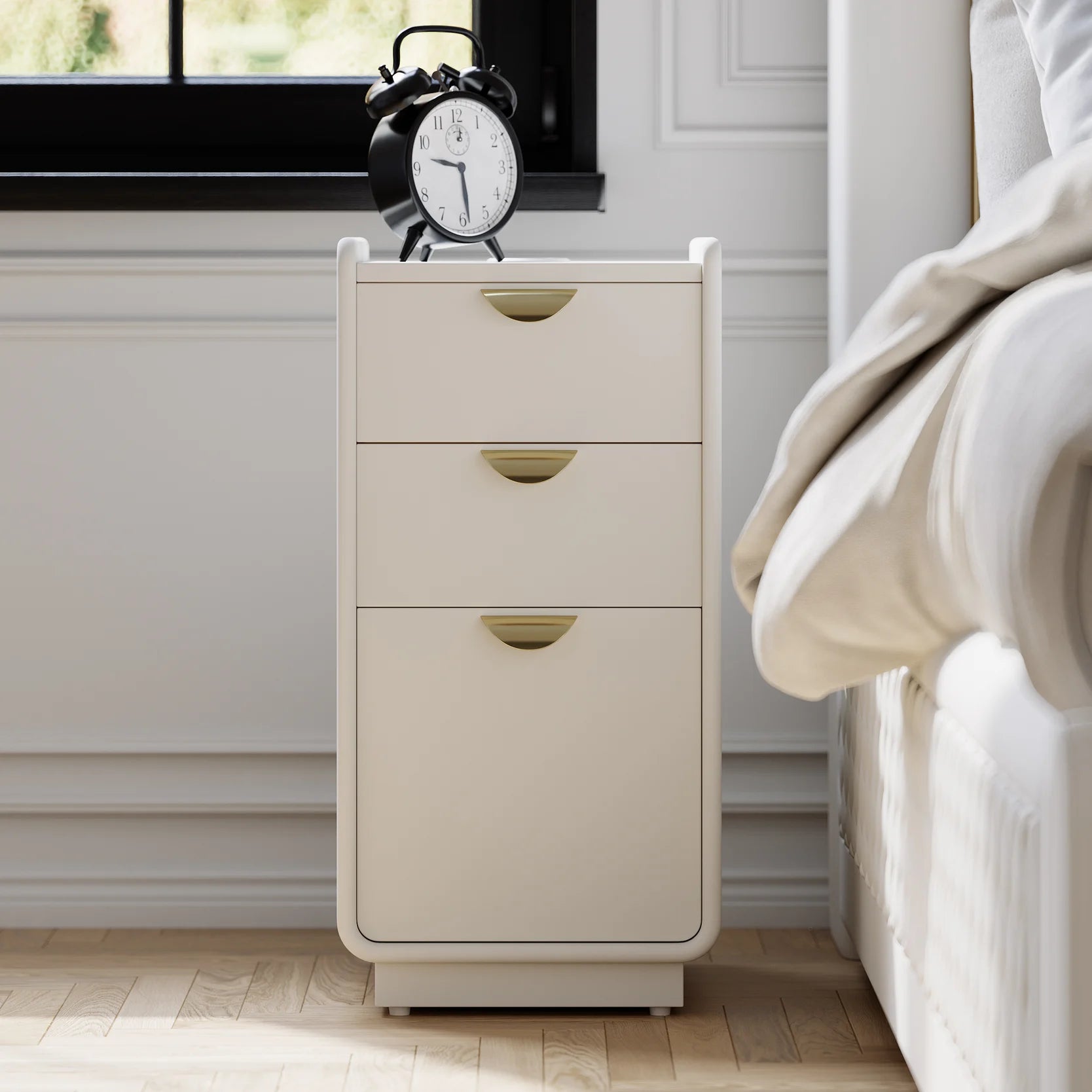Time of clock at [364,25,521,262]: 9:28
